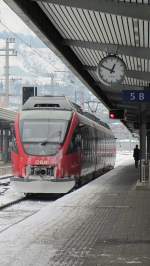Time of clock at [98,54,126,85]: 12:49
